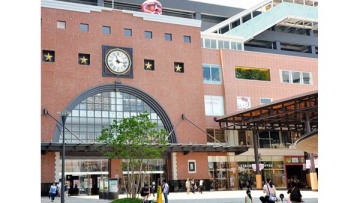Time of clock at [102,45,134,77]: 11:16
